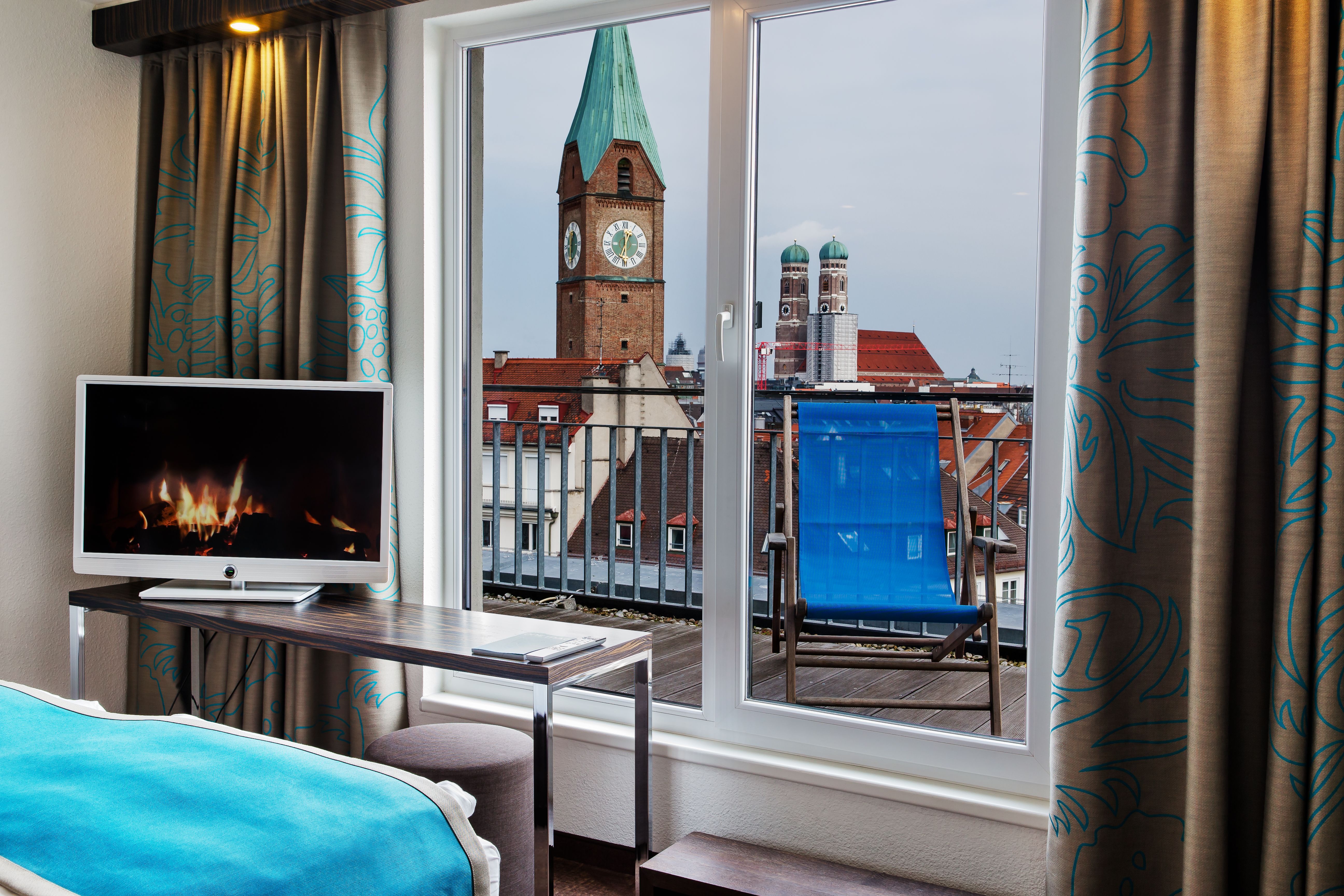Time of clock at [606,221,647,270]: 12:03
